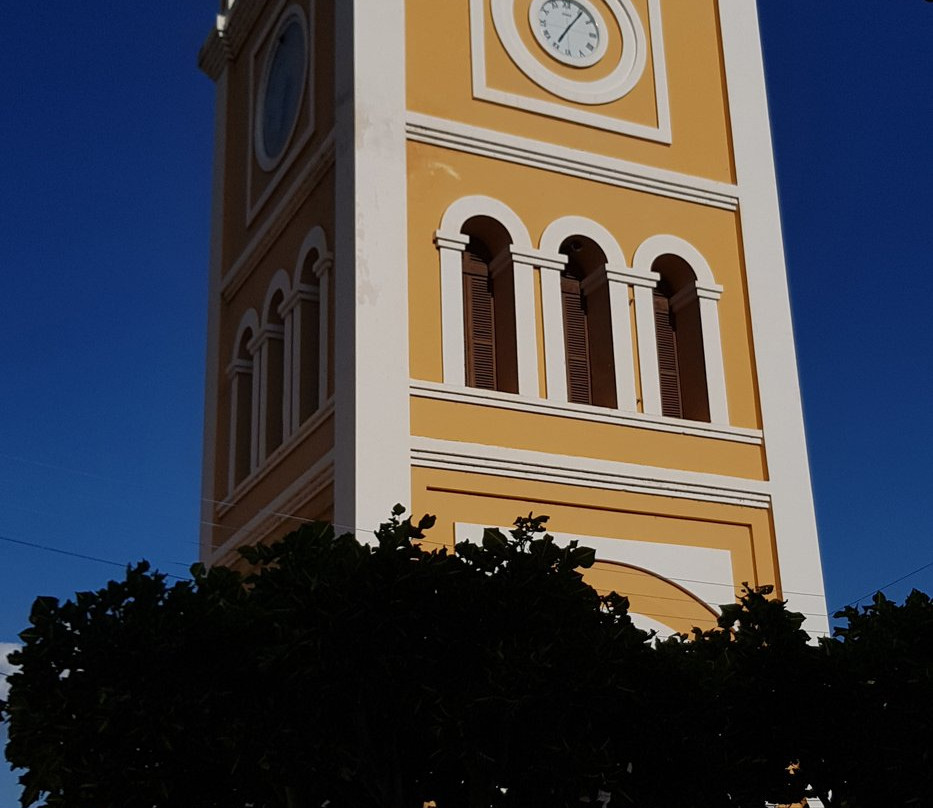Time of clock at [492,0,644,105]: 7:06
